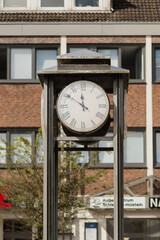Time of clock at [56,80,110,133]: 11:50
